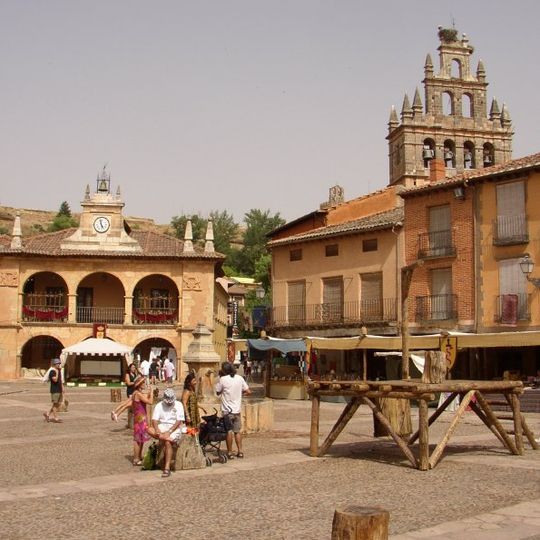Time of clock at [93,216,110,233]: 4:57
